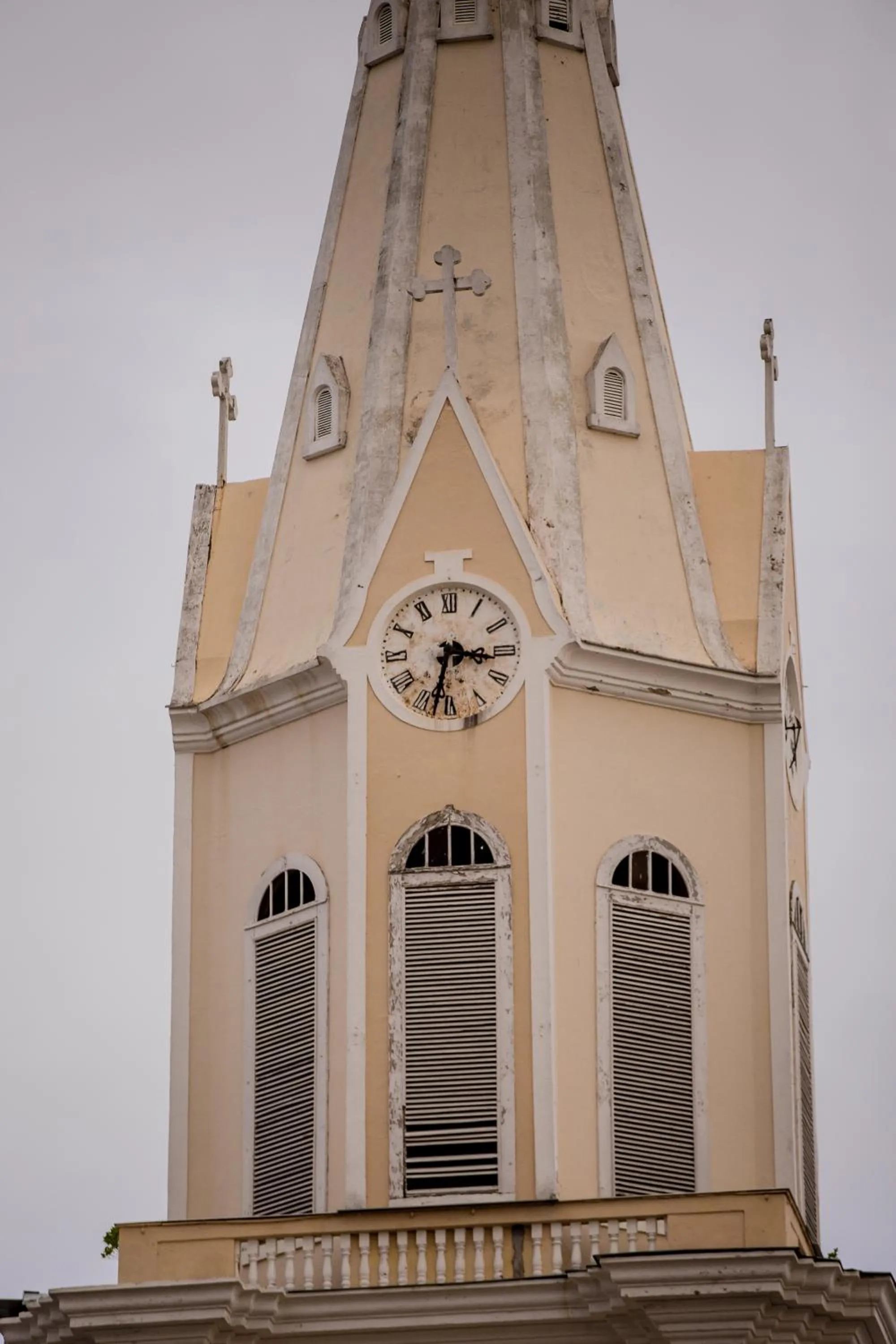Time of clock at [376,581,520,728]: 3:32
